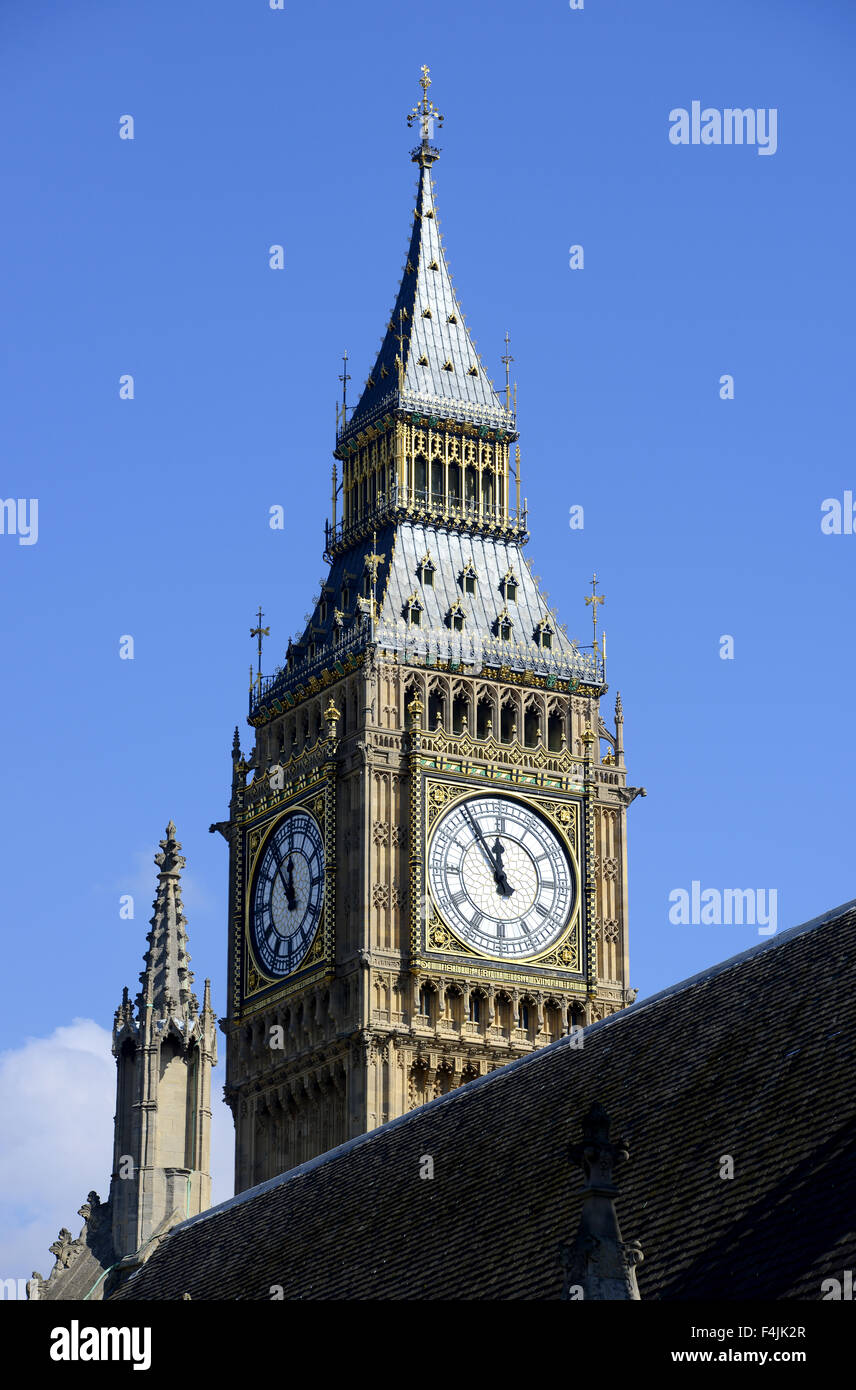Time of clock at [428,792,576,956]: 11:54
